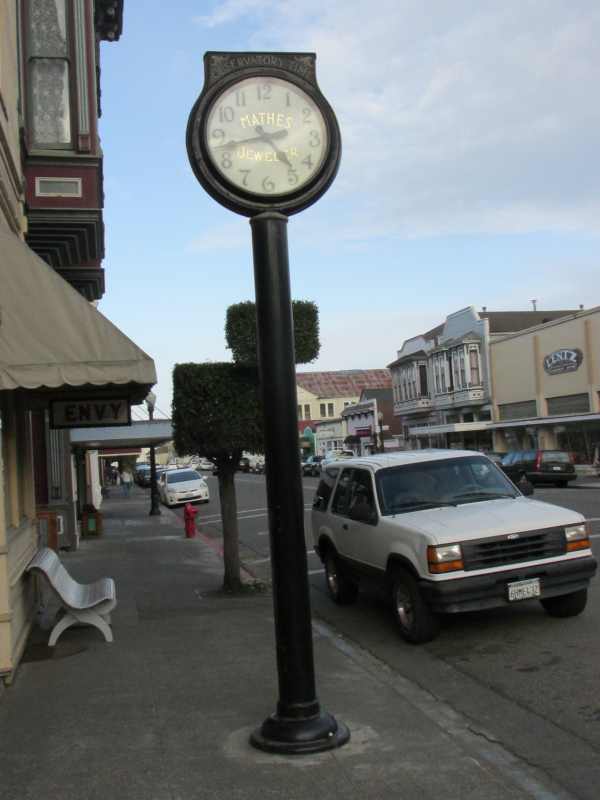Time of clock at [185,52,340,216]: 4:42
